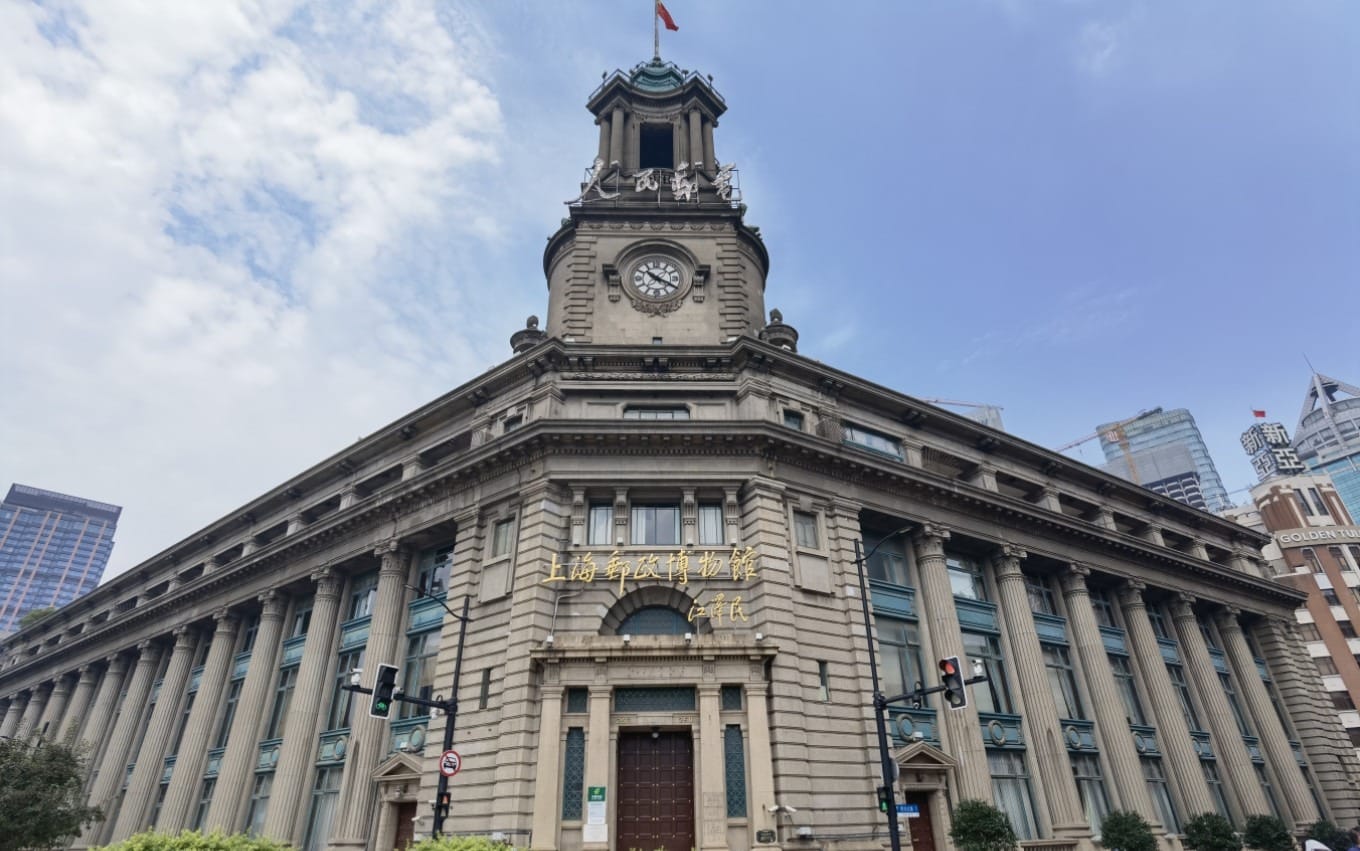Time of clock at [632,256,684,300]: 10:19
